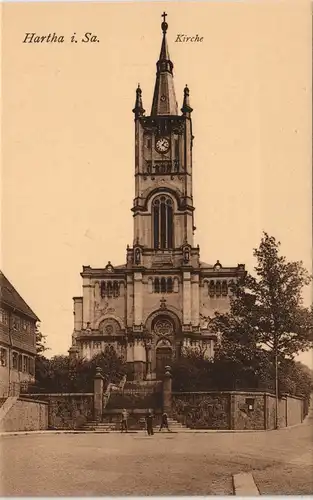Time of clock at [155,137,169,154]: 1:20
